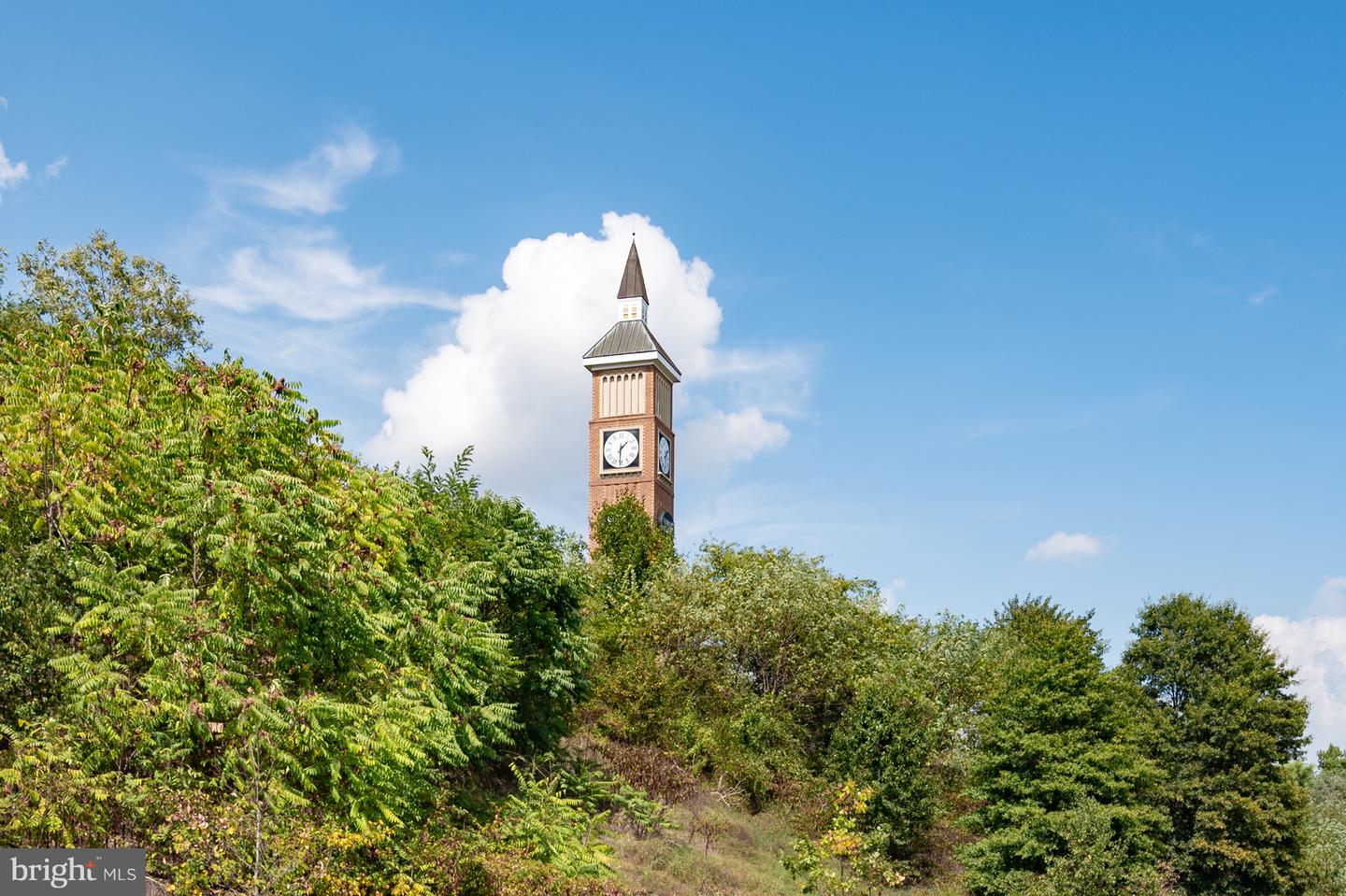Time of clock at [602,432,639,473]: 1:30
